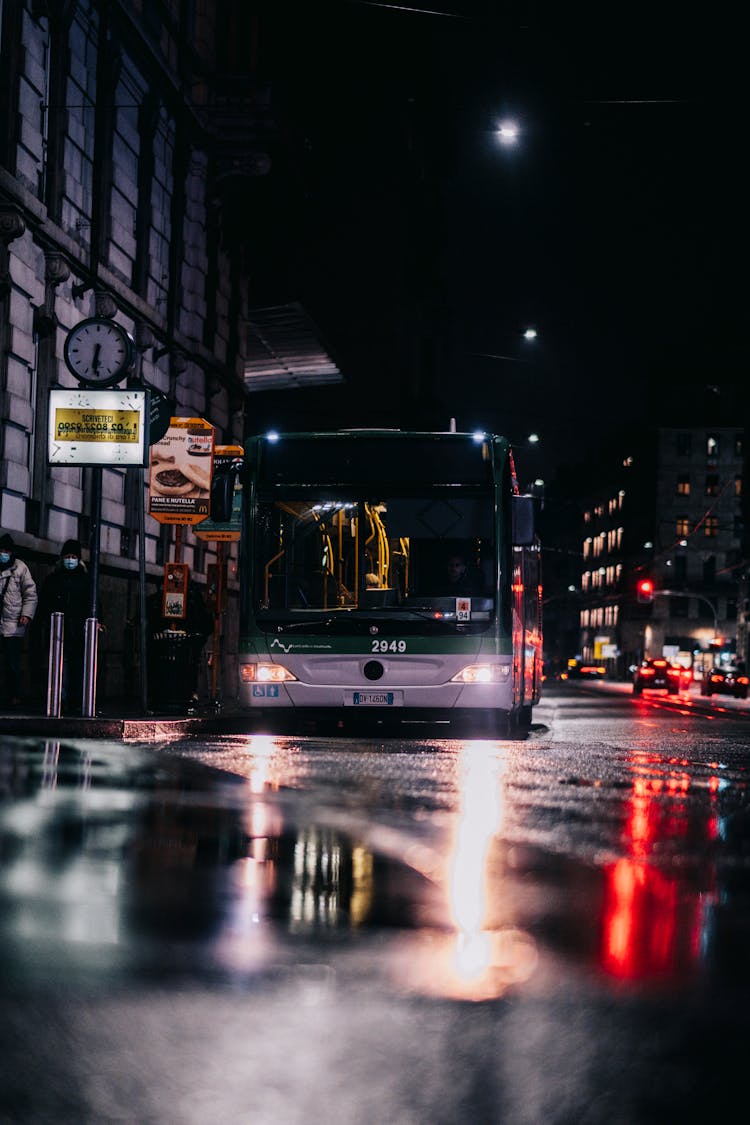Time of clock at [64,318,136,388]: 6:31
